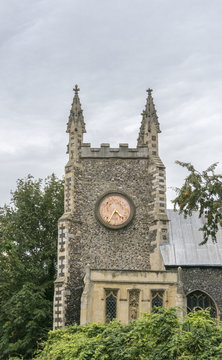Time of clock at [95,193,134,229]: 4:35
